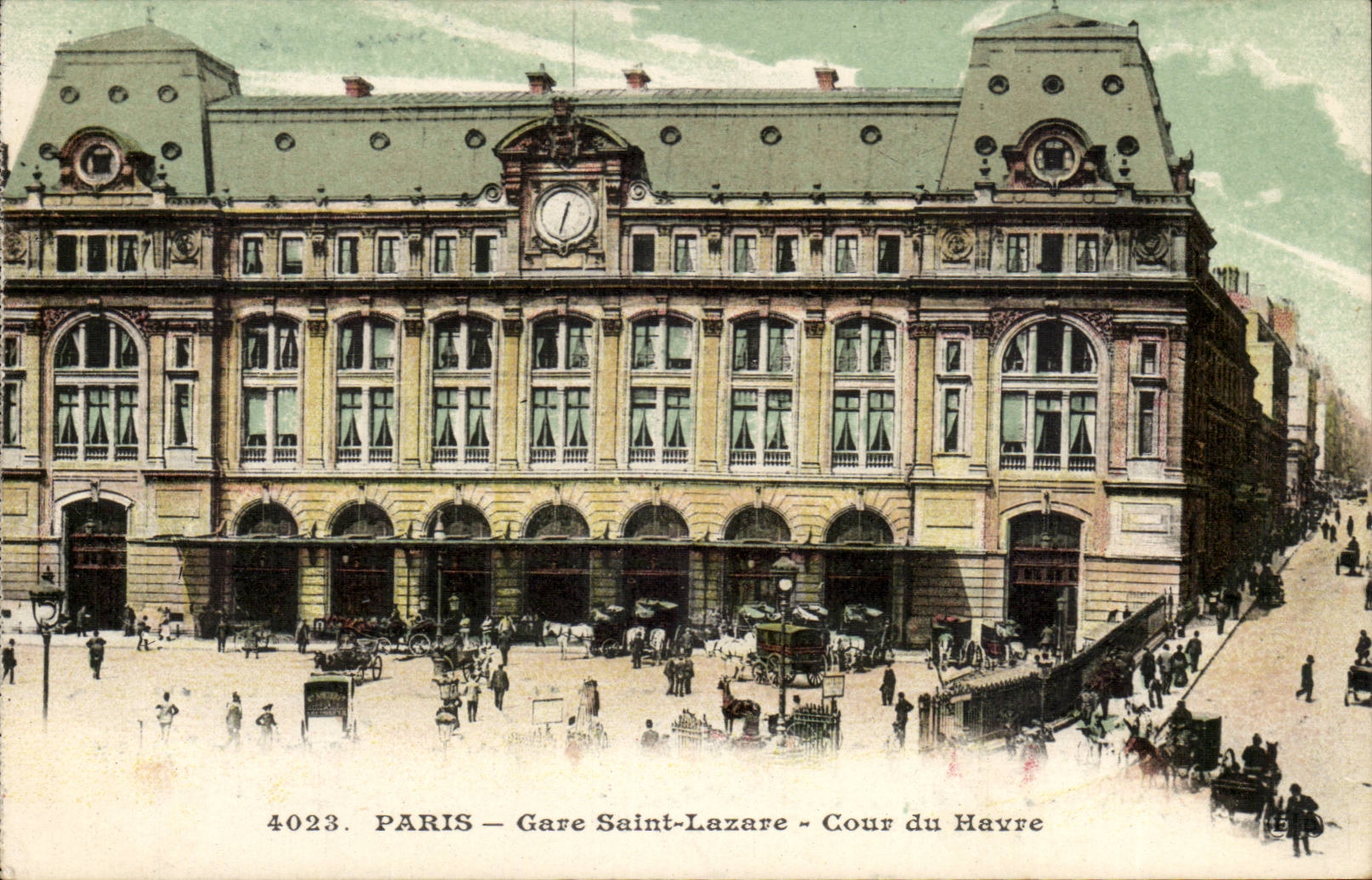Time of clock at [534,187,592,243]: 12:32
